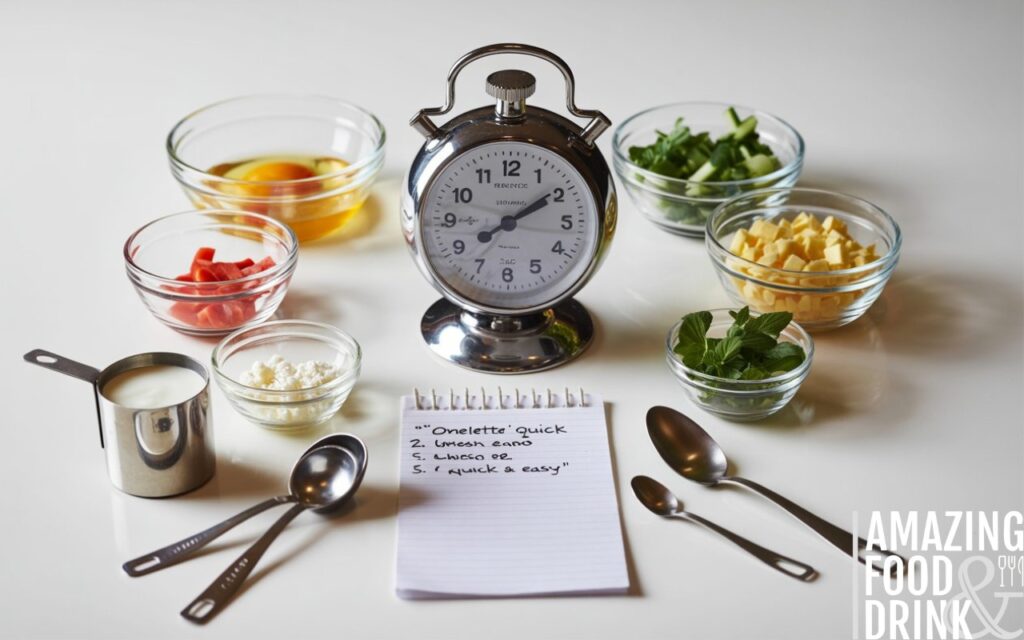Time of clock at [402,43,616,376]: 2:09
